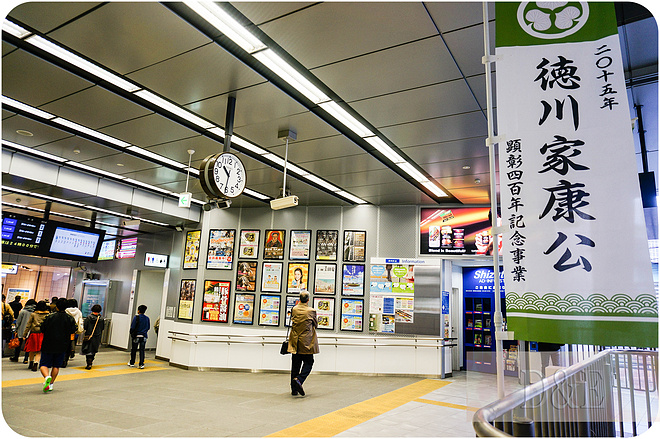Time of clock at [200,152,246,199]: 10:31
